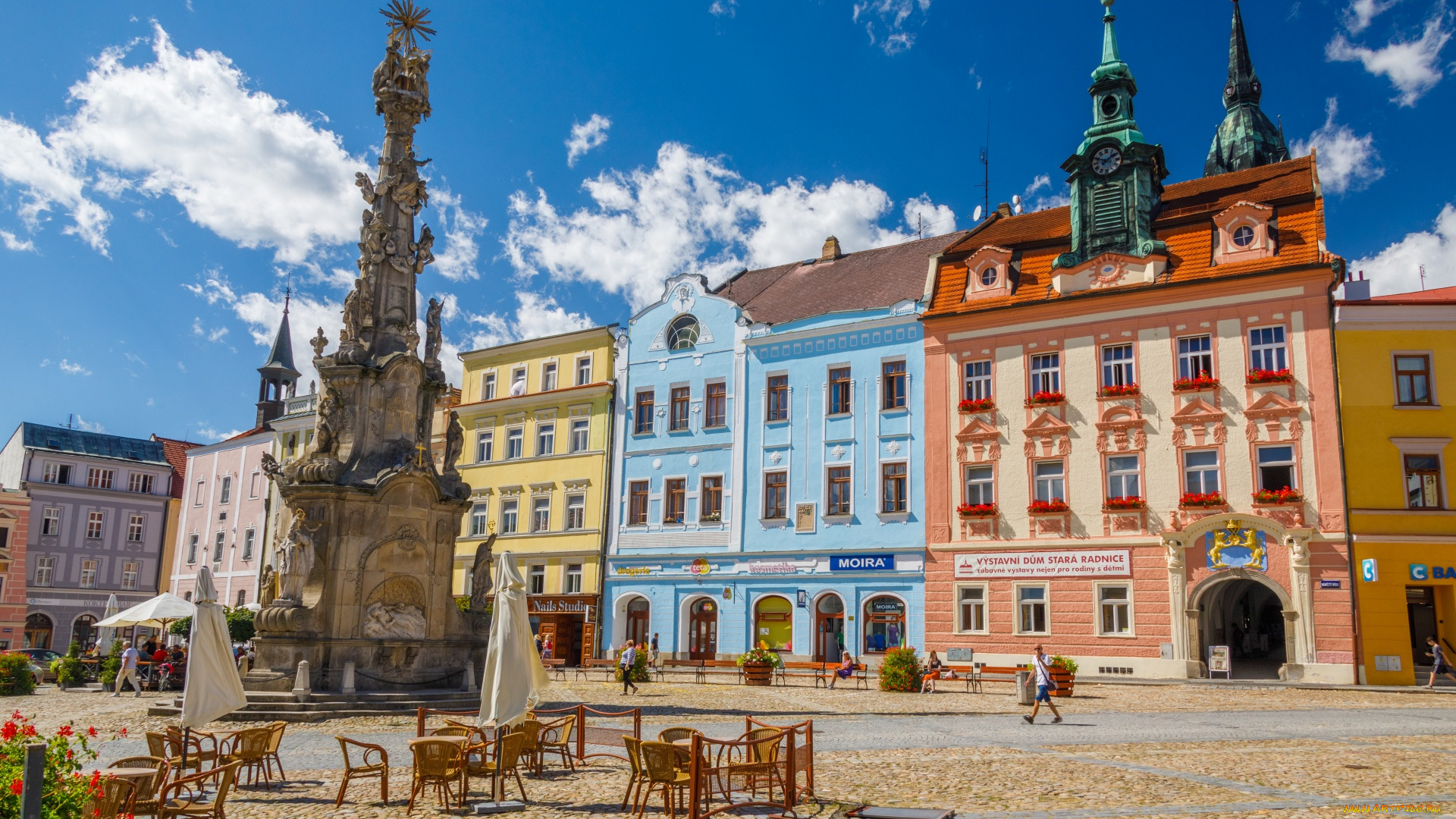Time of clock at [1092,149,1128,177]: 1:47
